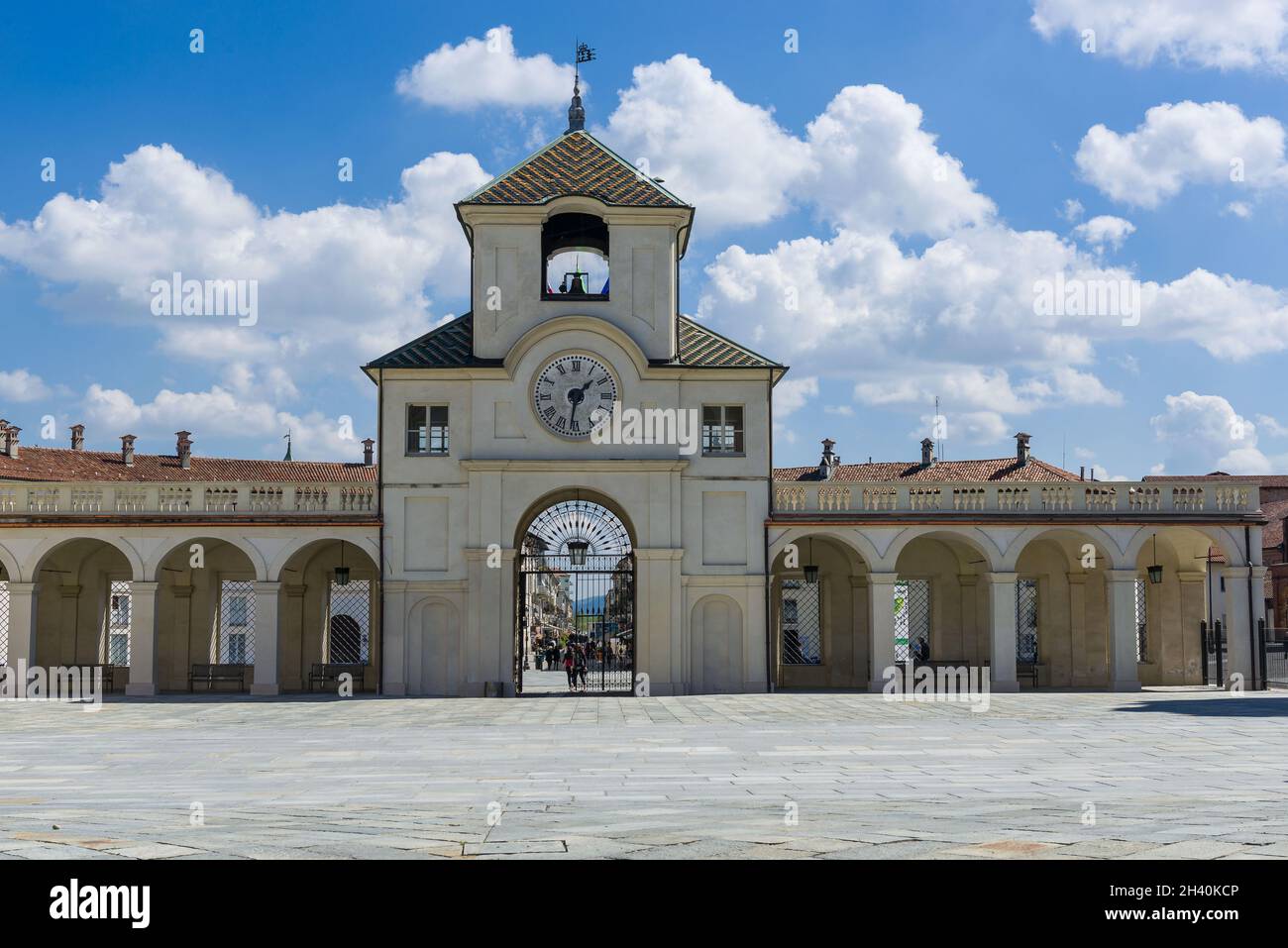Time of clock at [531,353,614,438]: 1:31
